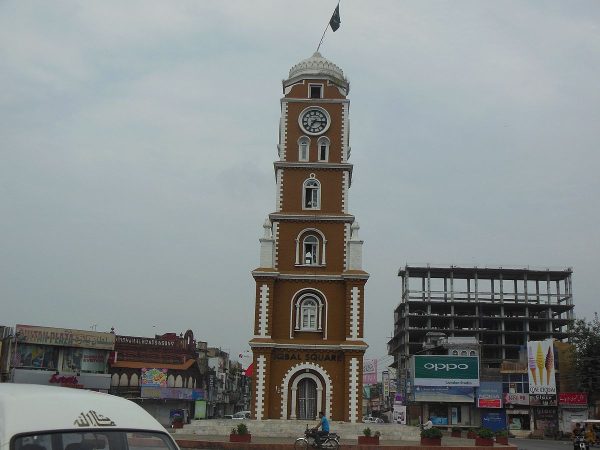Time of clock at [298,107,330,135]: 7:15
